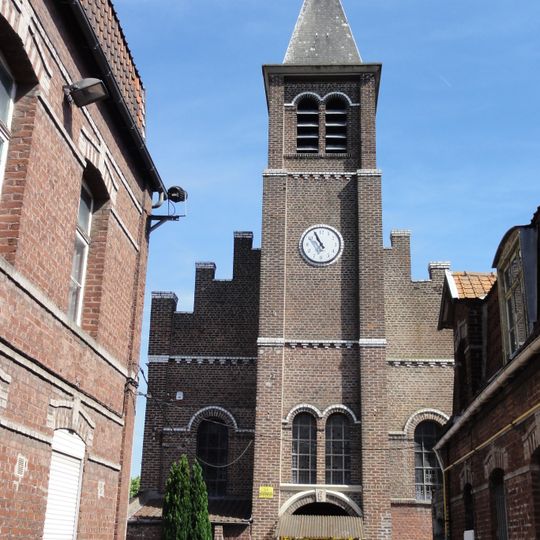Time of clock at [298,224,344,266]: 10:55
